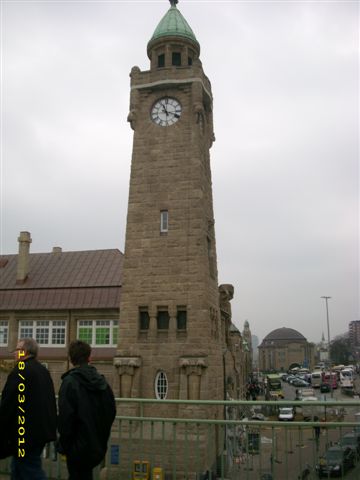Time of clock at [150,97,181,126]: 11:18
